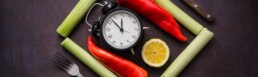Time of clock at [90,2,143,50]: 11:52
